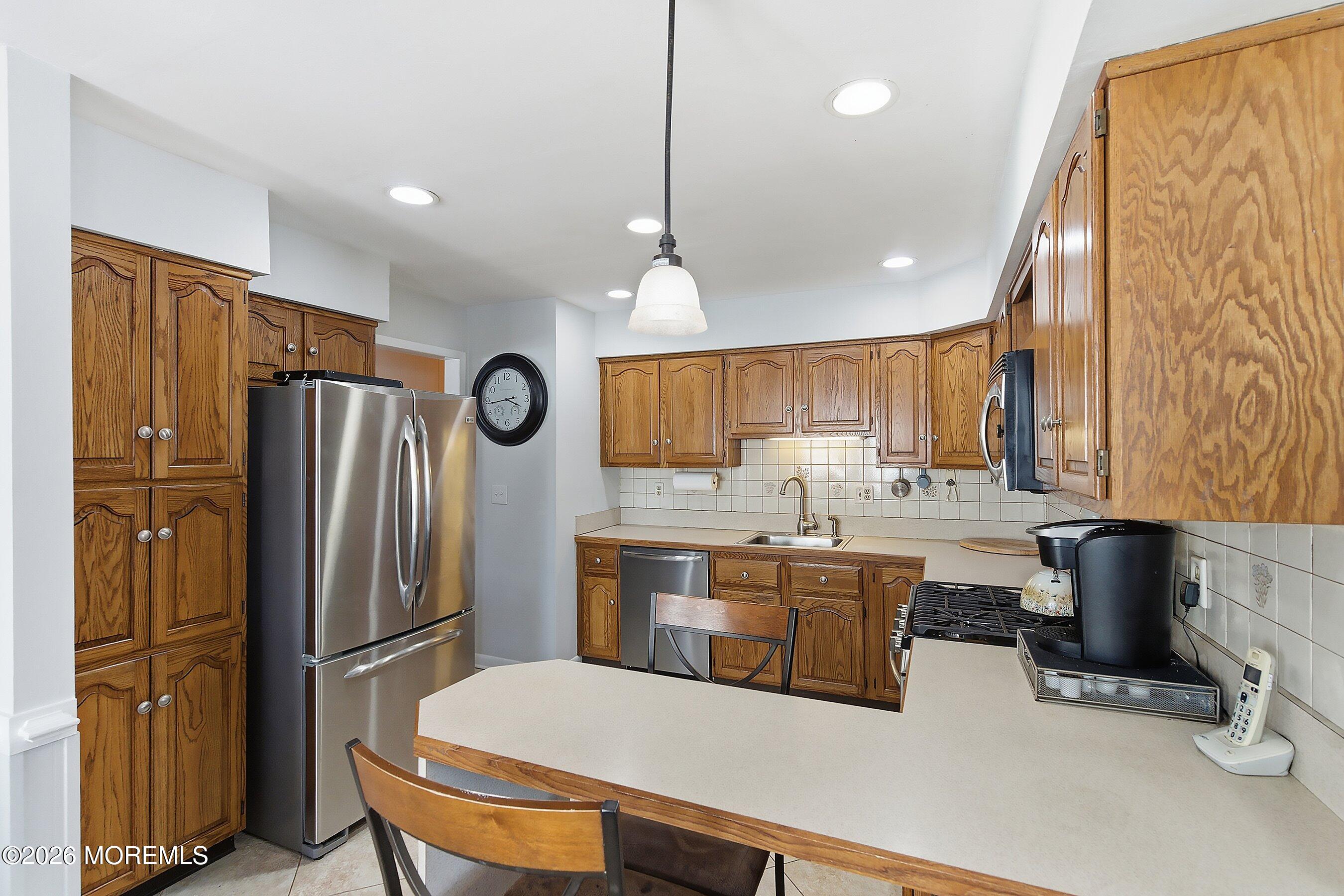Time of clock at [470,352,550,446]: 3:43
